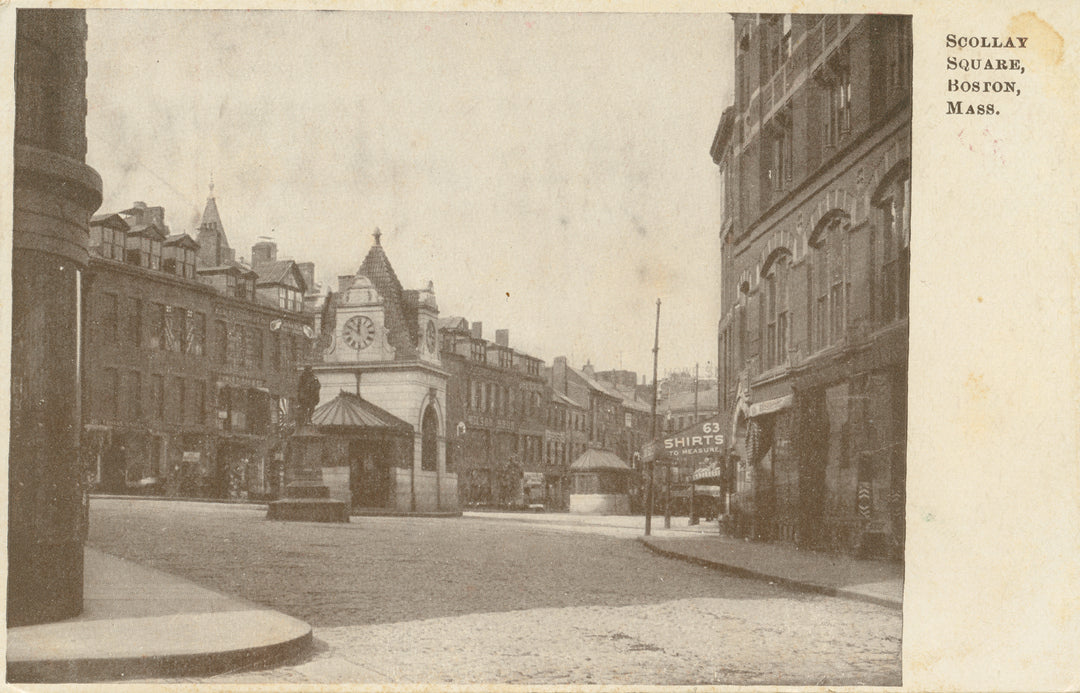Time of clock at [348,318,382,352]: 11:49
